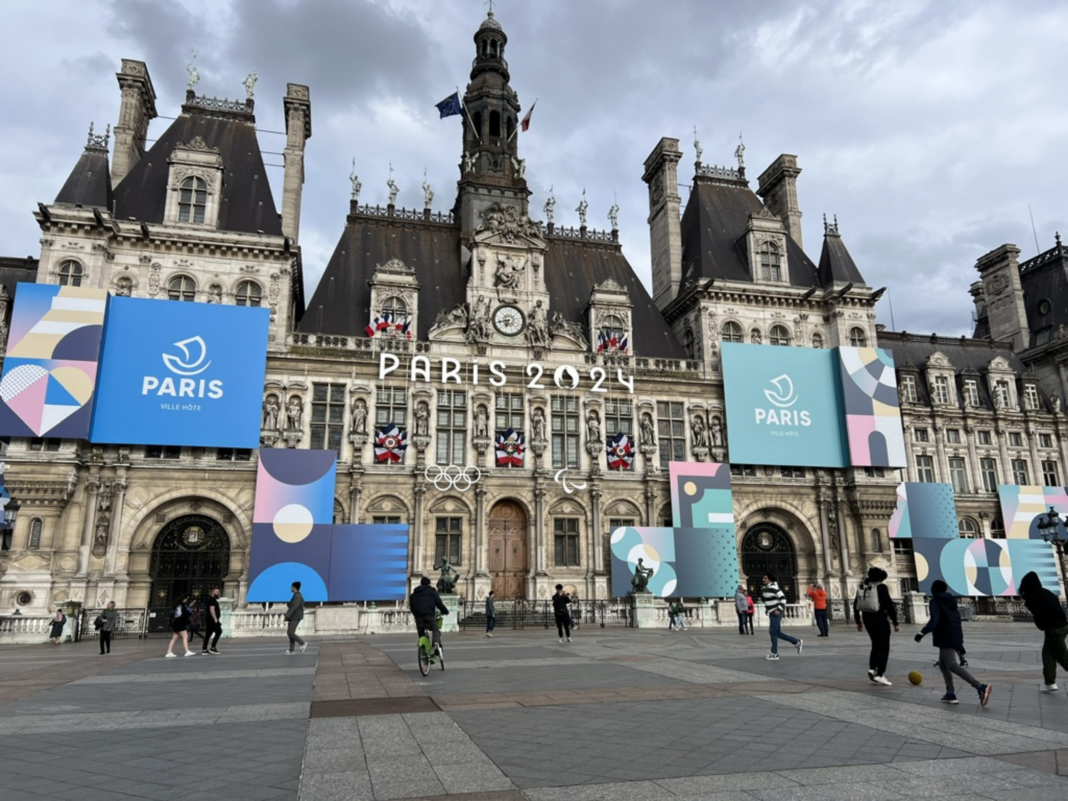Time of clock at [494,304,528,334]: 6:41
